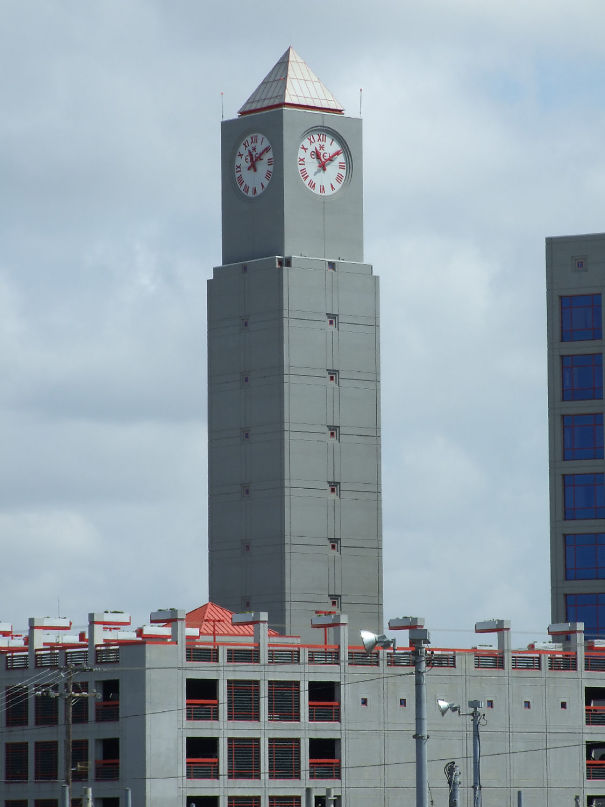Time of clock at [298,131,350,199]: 11:09
